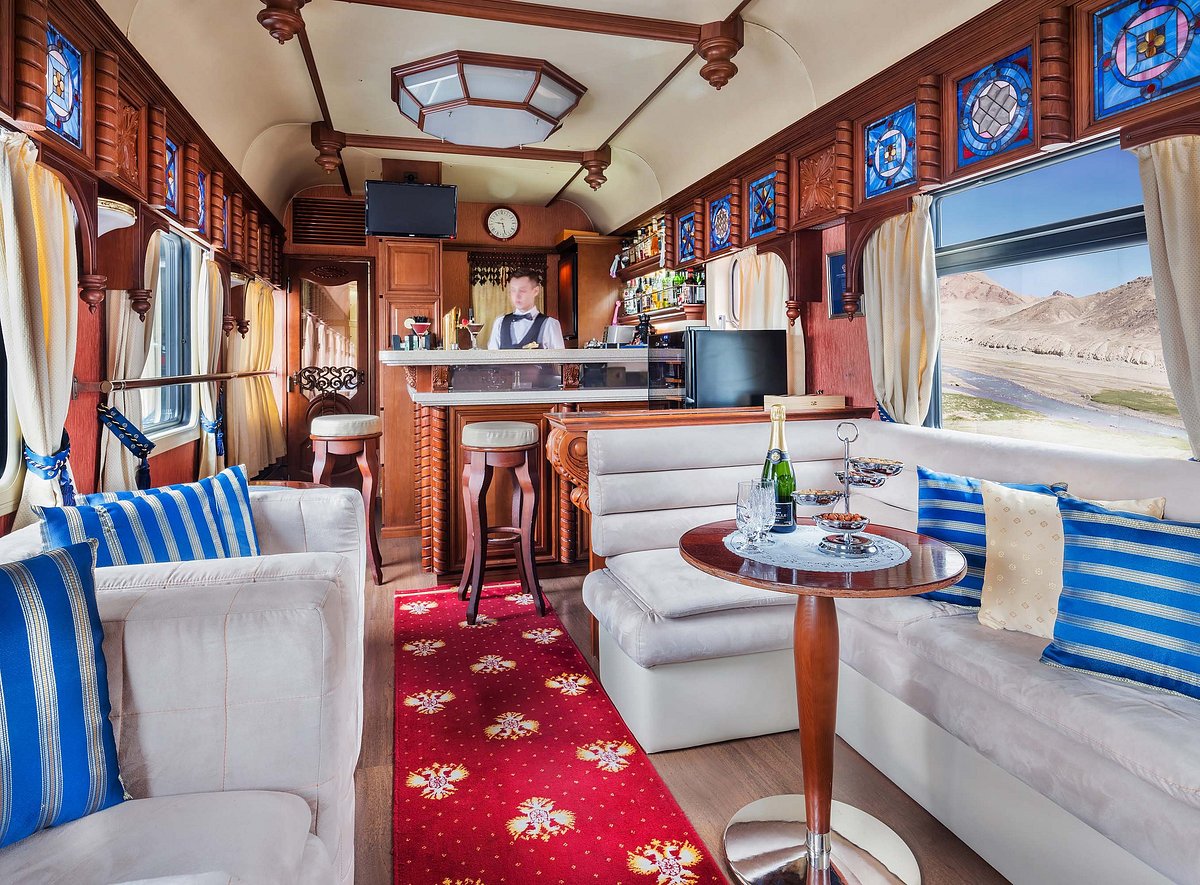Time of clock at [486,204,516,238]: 9:27
